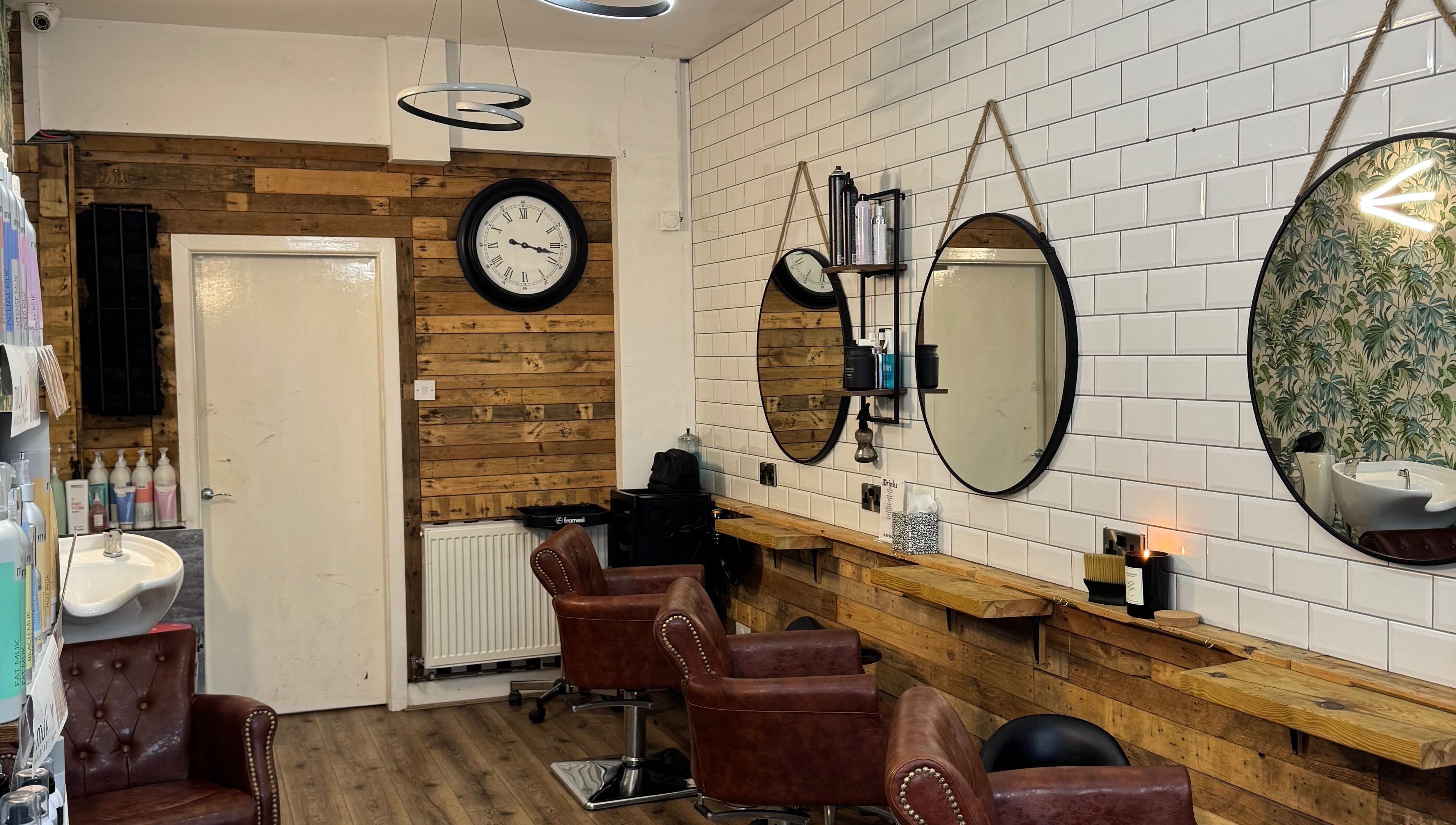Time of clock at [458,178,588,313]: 3:17
